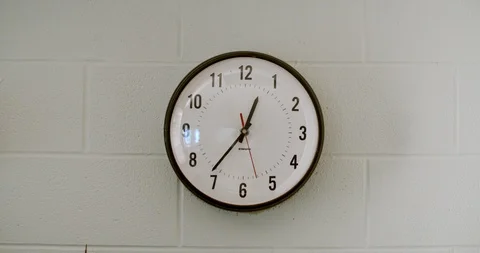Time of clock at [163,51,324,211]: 12:36
